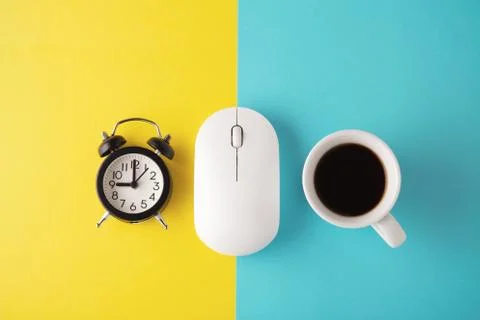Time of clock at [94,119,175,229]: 9:00
